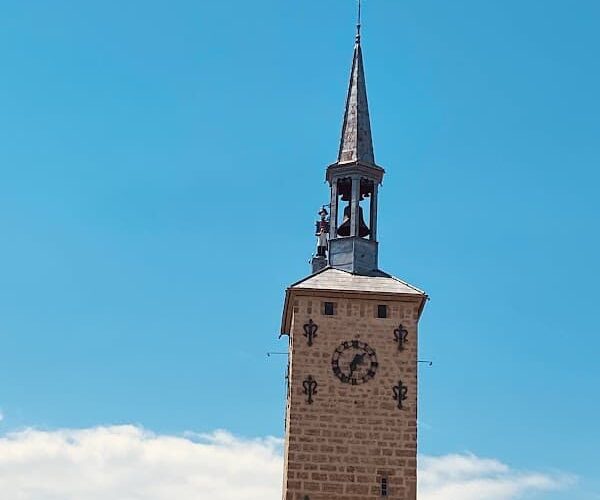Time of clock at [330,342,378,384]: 1:32
